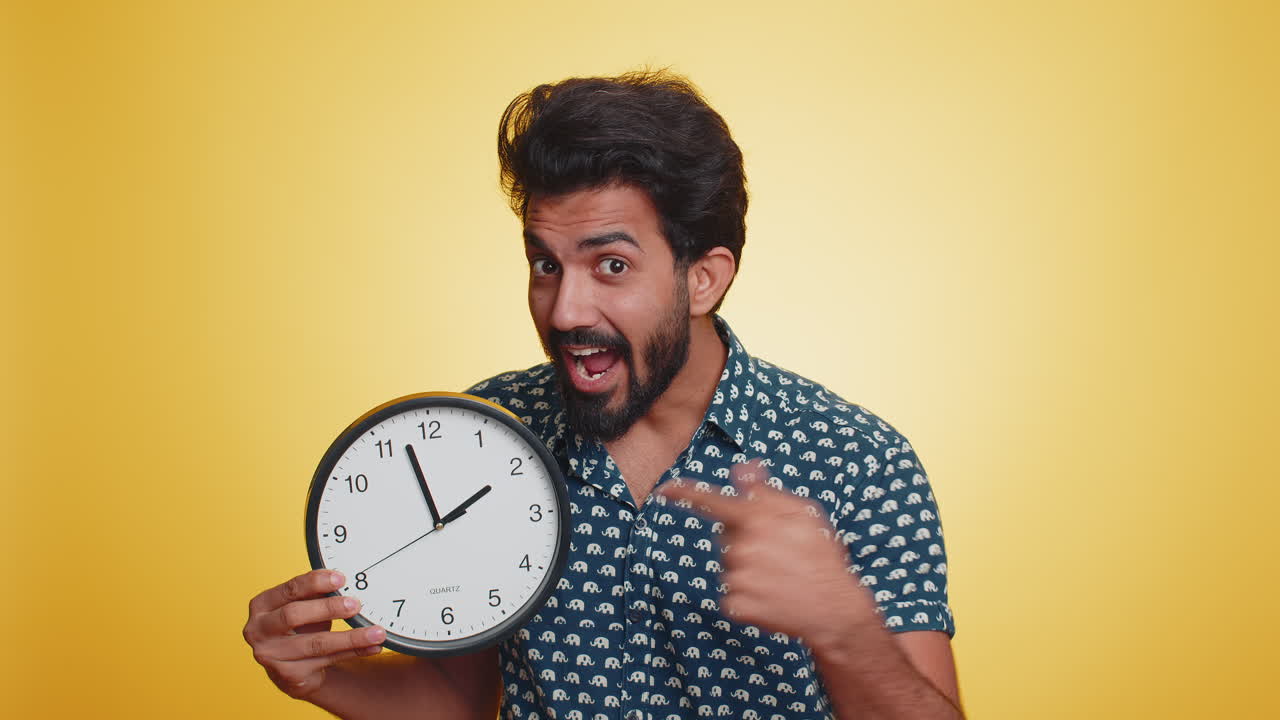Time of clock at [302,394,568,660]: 1:57
